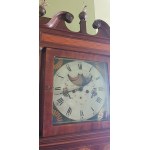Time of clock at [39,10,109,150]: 1:42
